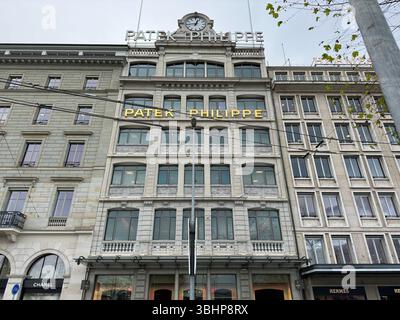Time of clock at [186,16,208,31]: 12:43
